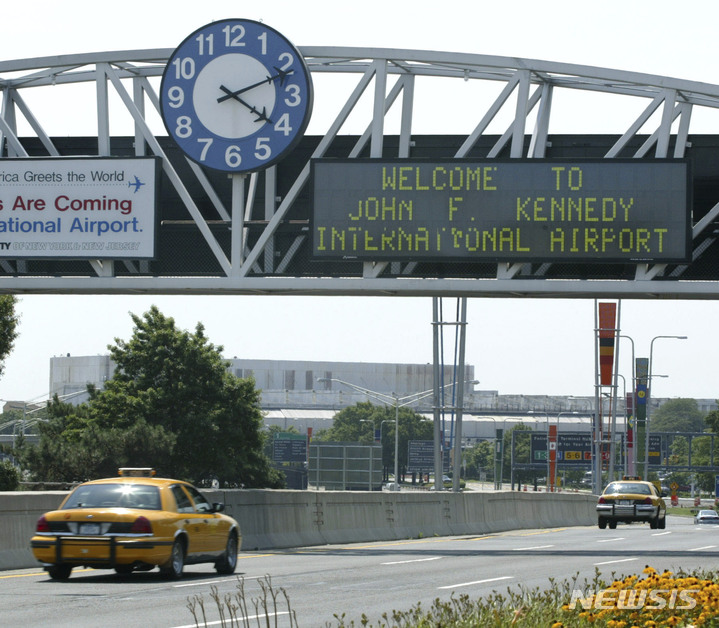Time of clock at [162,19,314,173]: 4:11
